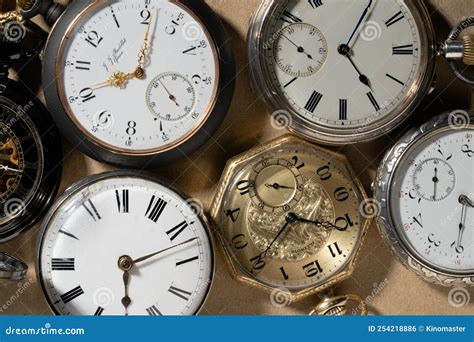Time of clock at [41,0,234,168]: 8:01
